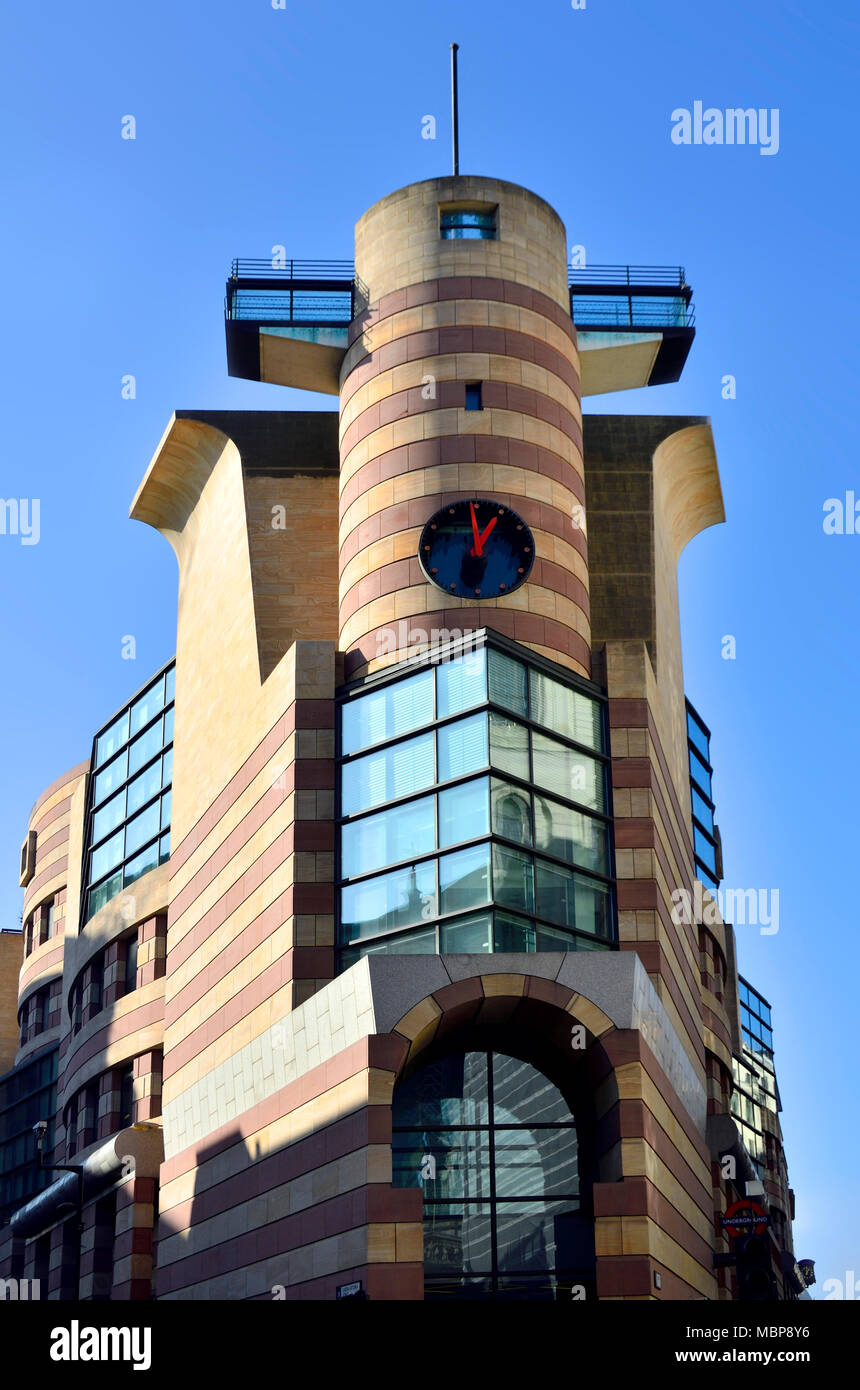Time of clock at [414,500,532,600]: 12:59
